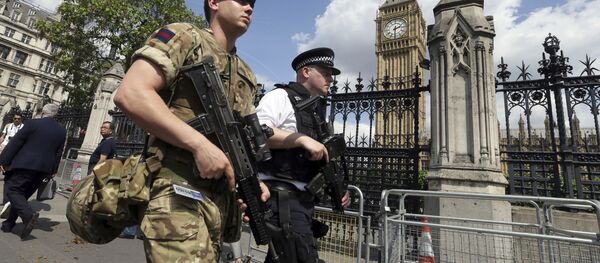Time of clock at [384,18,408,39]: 2:30
